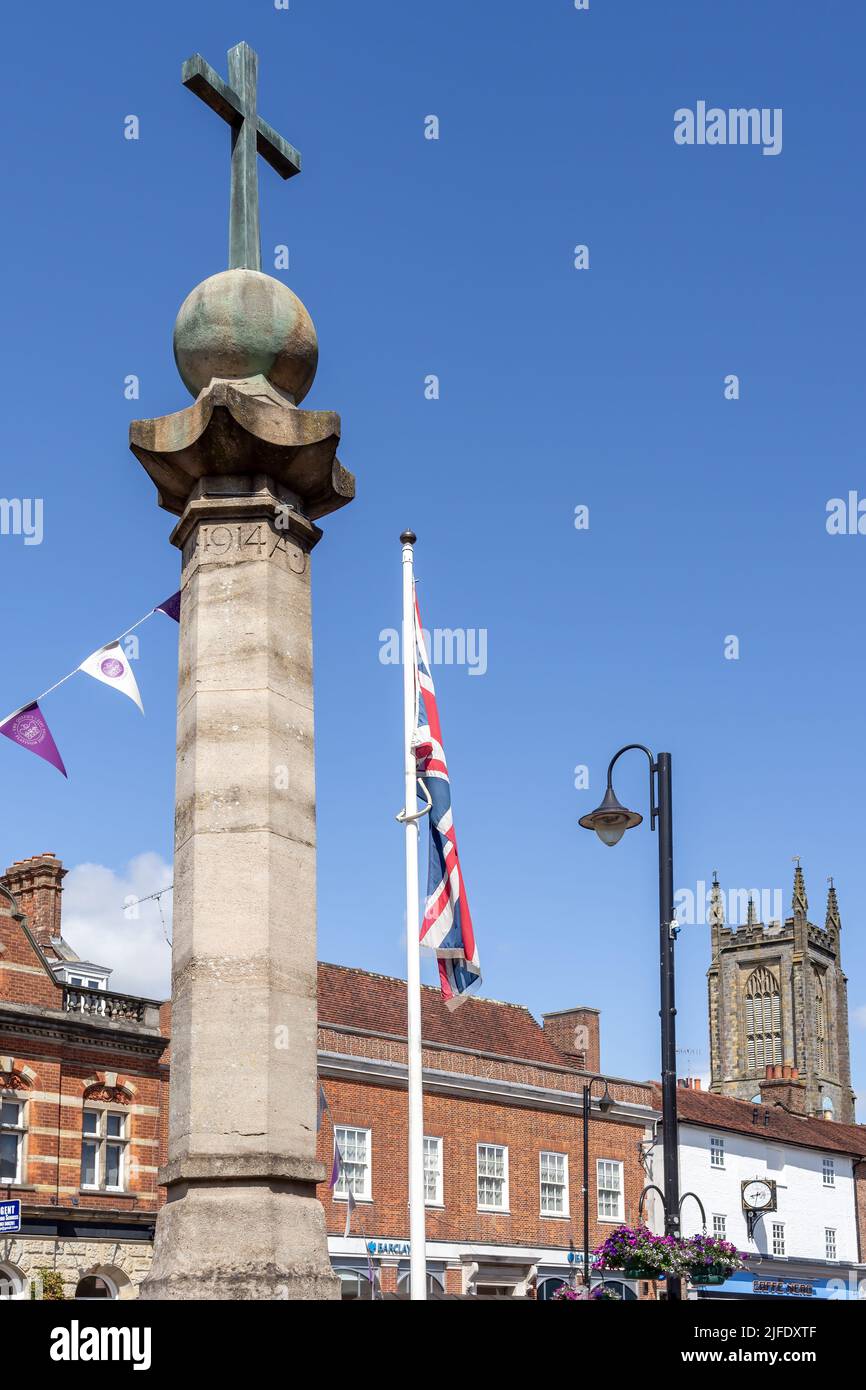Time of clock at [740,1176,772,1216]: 8:32
